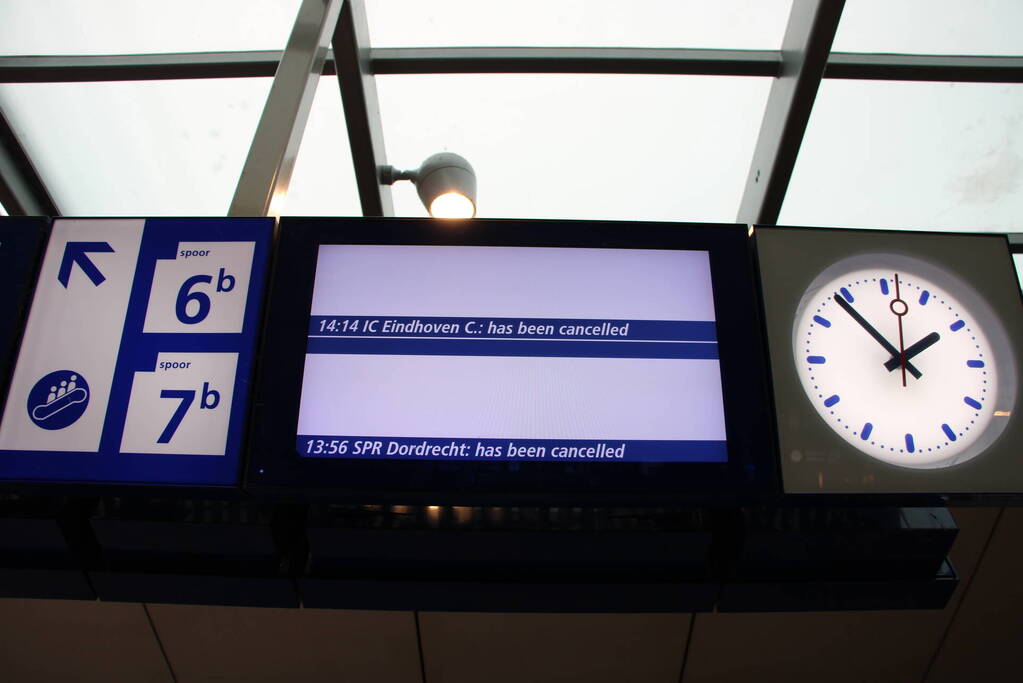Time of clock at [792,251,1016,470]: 1:53
